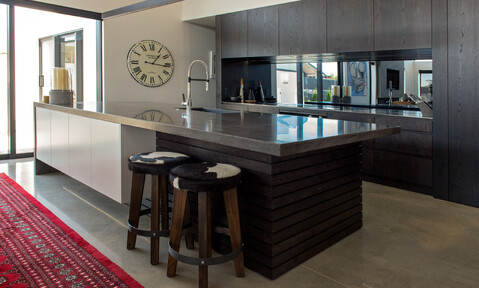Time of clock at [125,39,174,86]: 1:16
